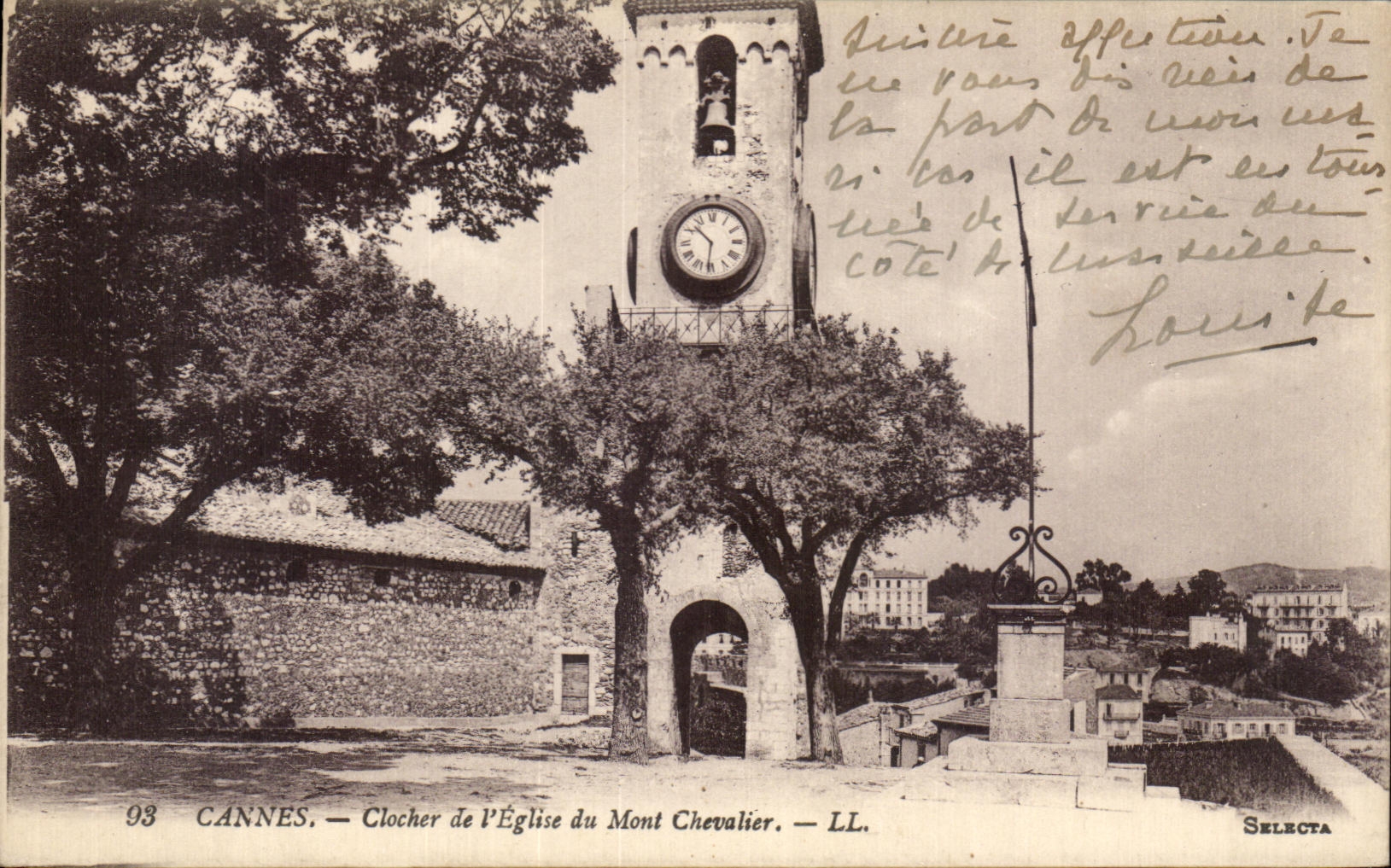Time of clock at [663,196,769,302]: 10:31
